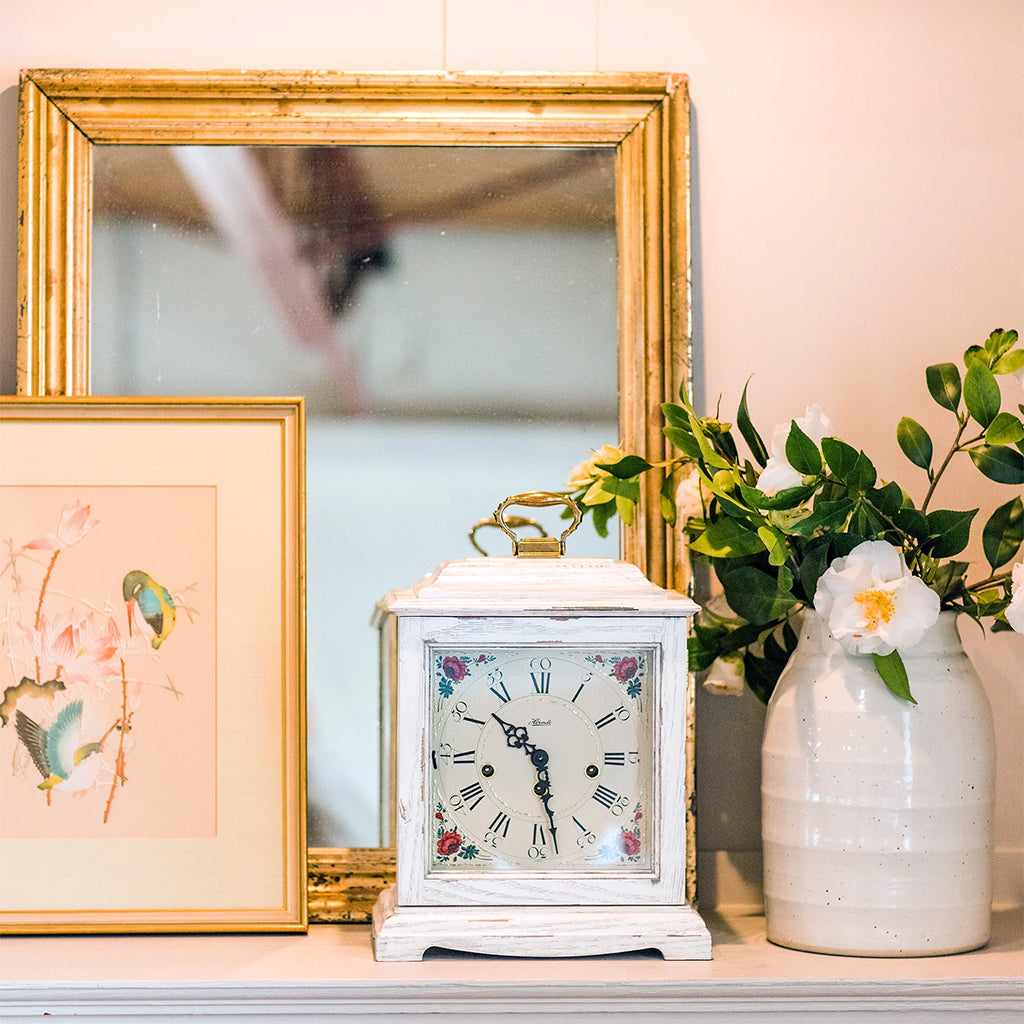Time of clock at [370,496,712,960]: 10:28
